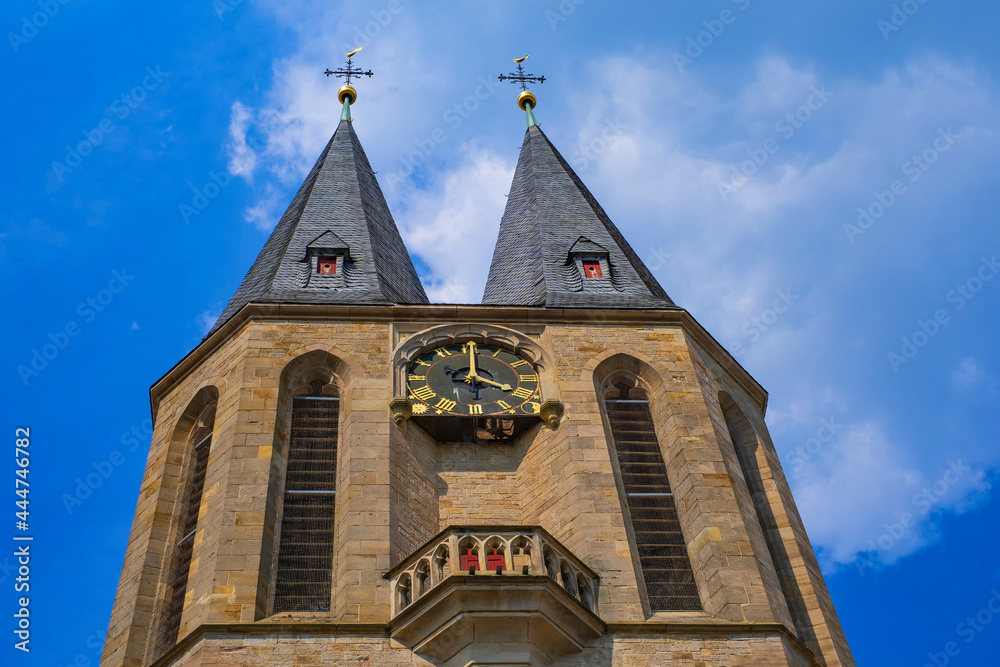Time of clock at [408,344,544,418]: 4:00
